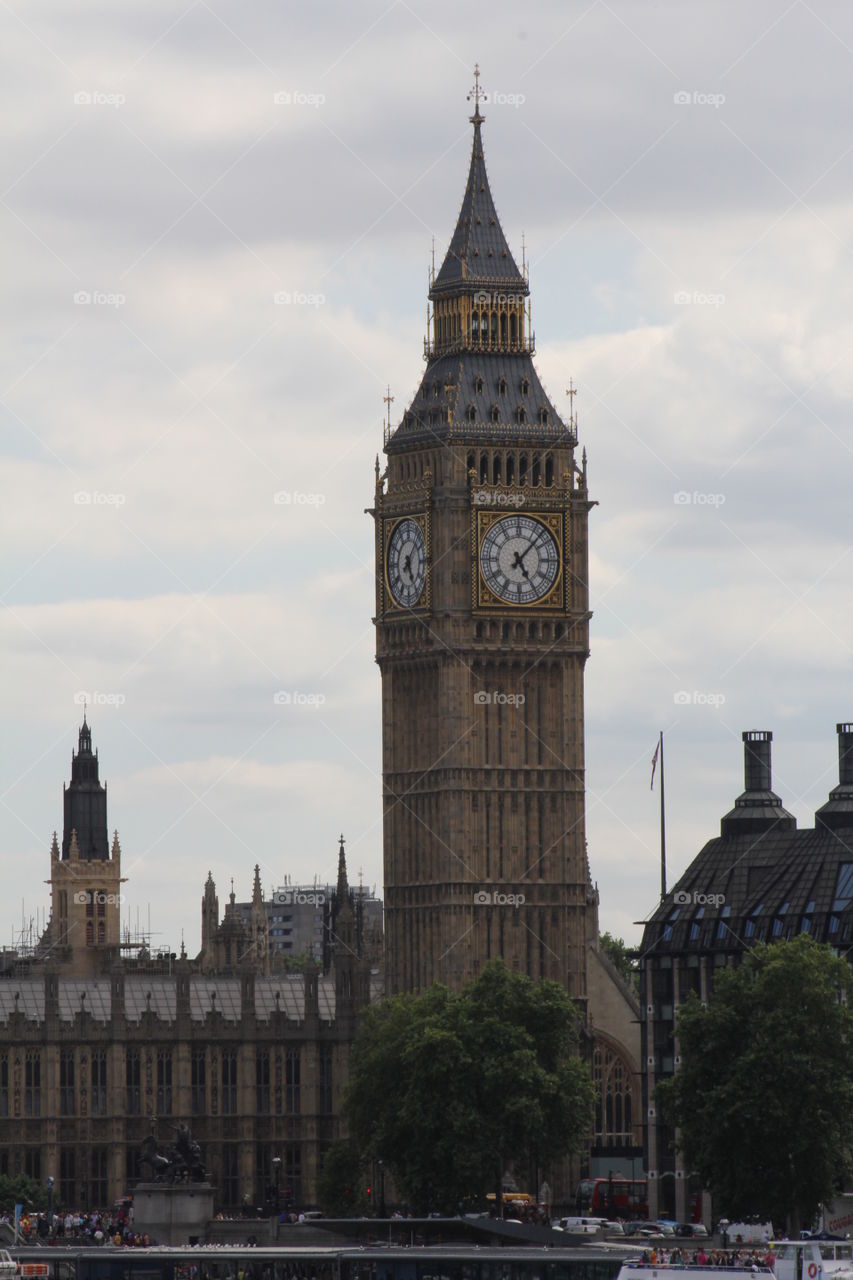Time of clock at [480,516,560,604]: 5:07
